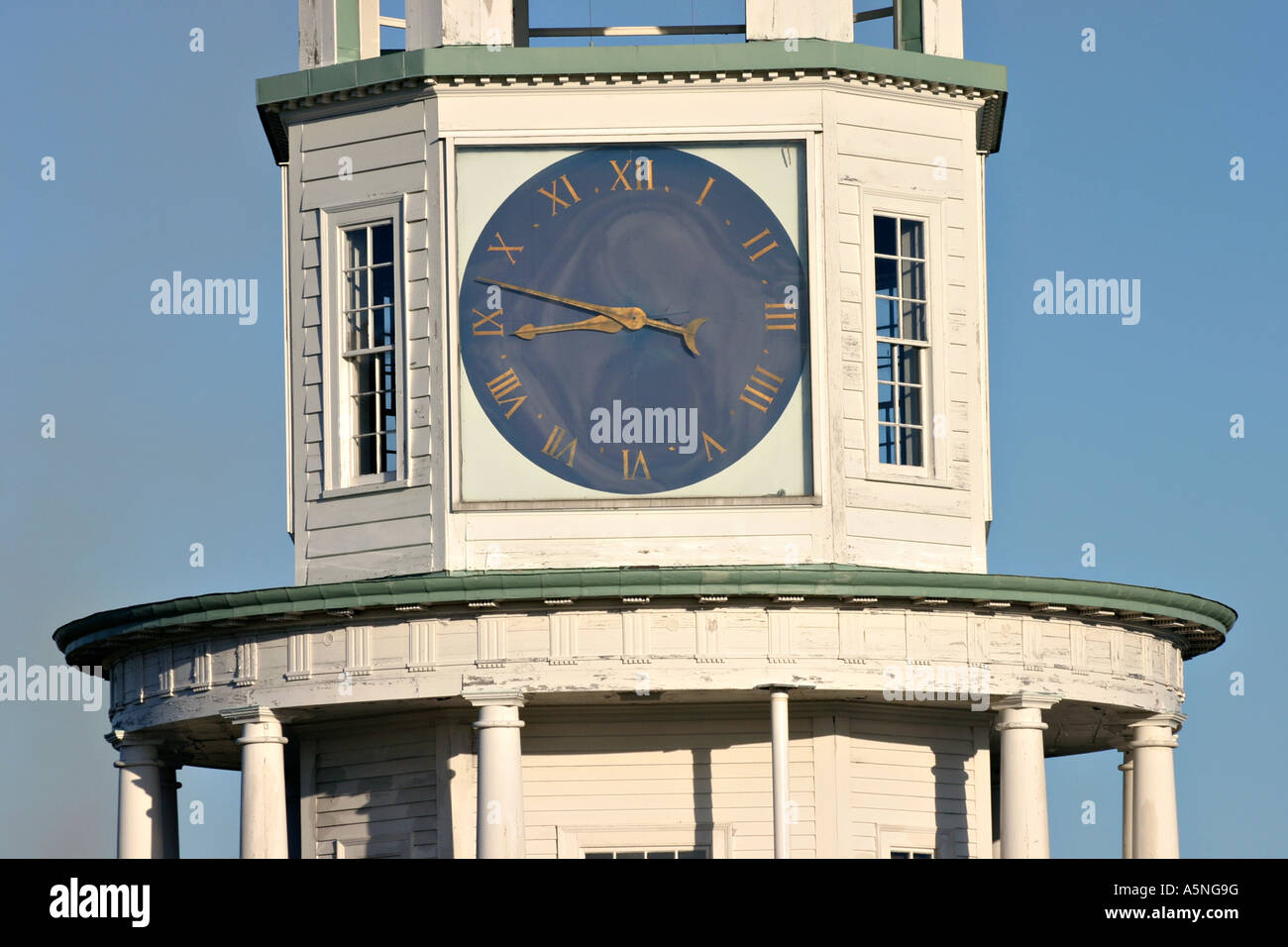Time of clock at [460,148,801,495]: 8:47
